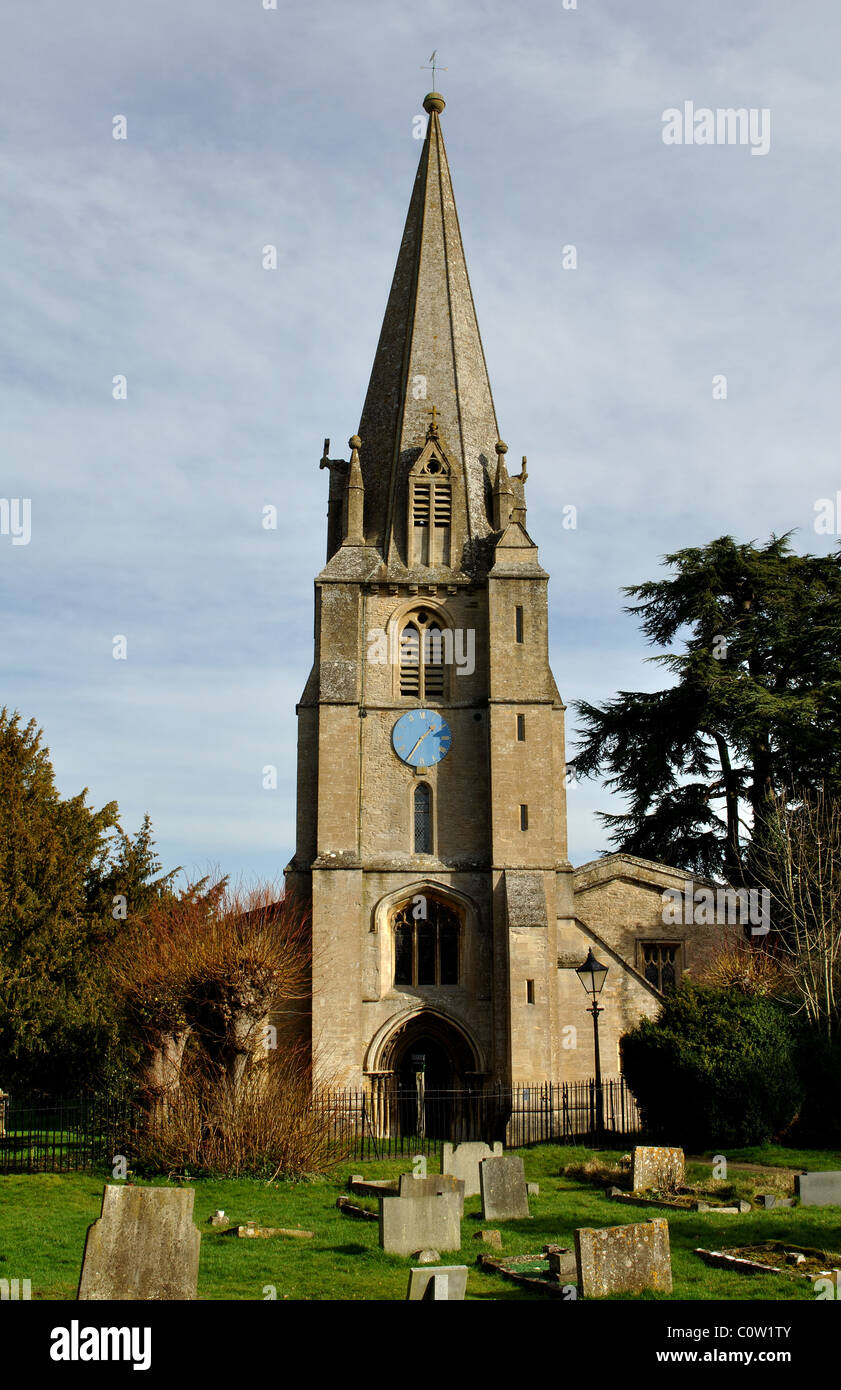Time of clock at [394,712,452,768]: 1:35
